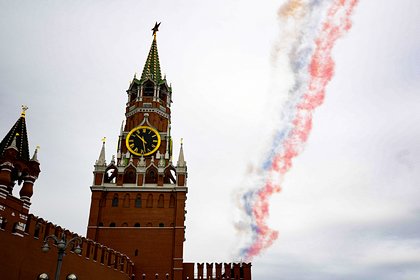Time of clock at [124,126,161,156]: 10:28
